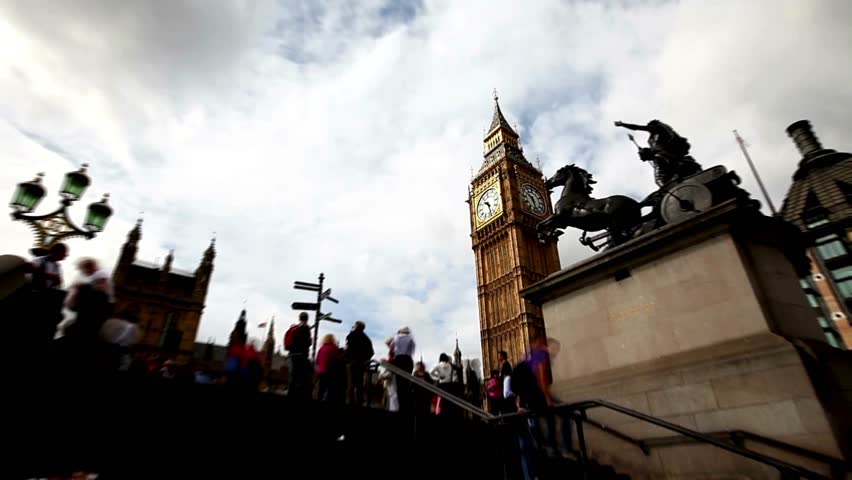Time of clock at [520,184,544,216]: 10:28
